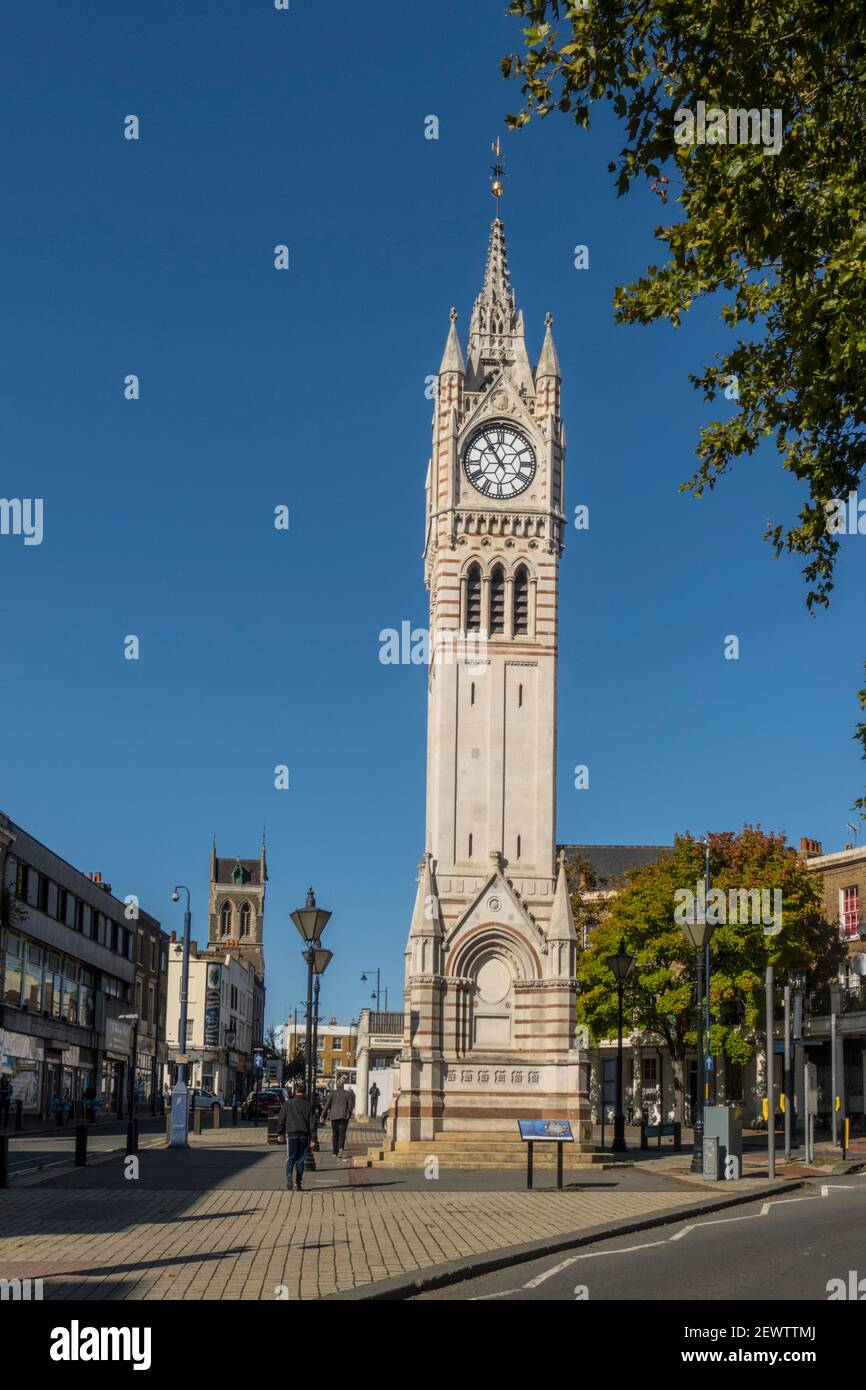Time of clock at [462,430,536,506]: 10:54
